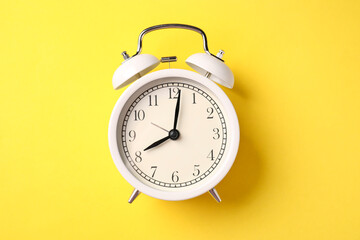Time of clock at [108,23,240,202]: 8:01
